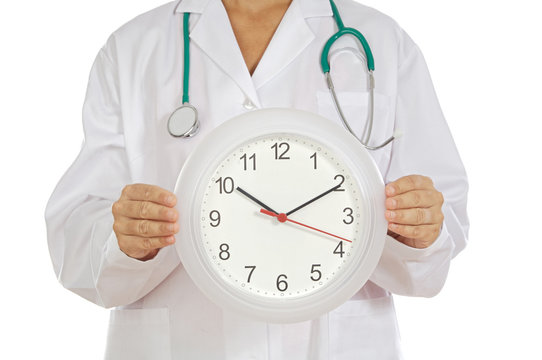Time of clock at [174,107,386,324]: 10:10
